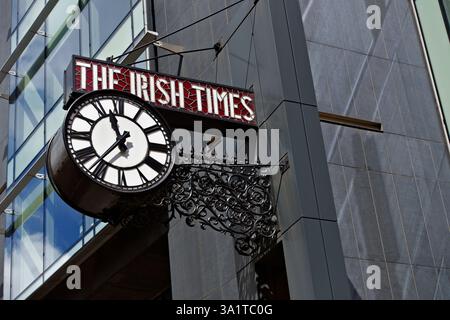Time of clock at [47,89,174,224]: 11:36
